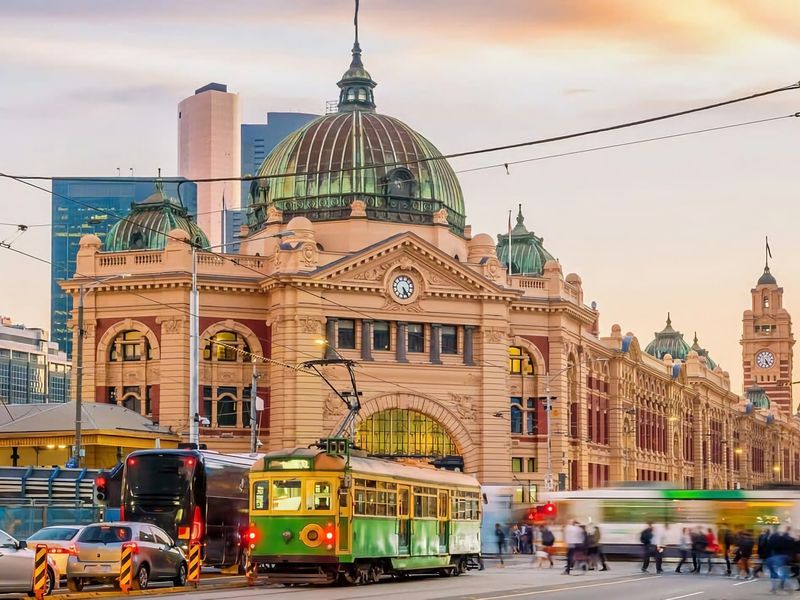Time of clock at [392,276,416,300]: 5:24
